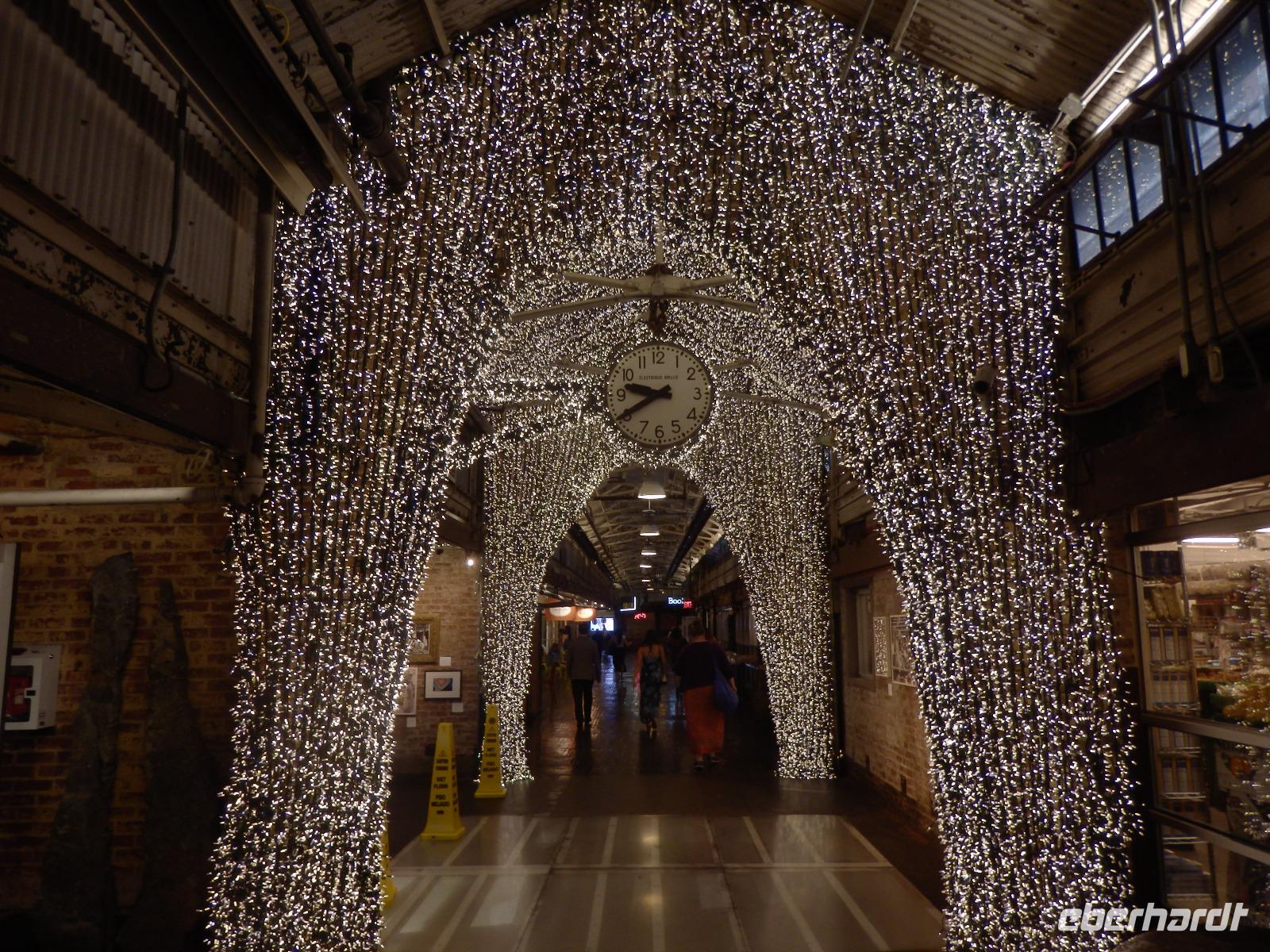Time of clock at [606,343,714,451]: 9:40
